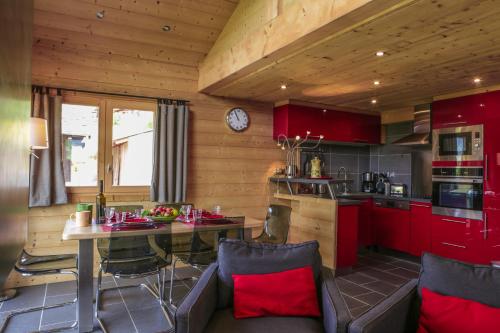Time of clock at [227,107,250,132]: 10:55
